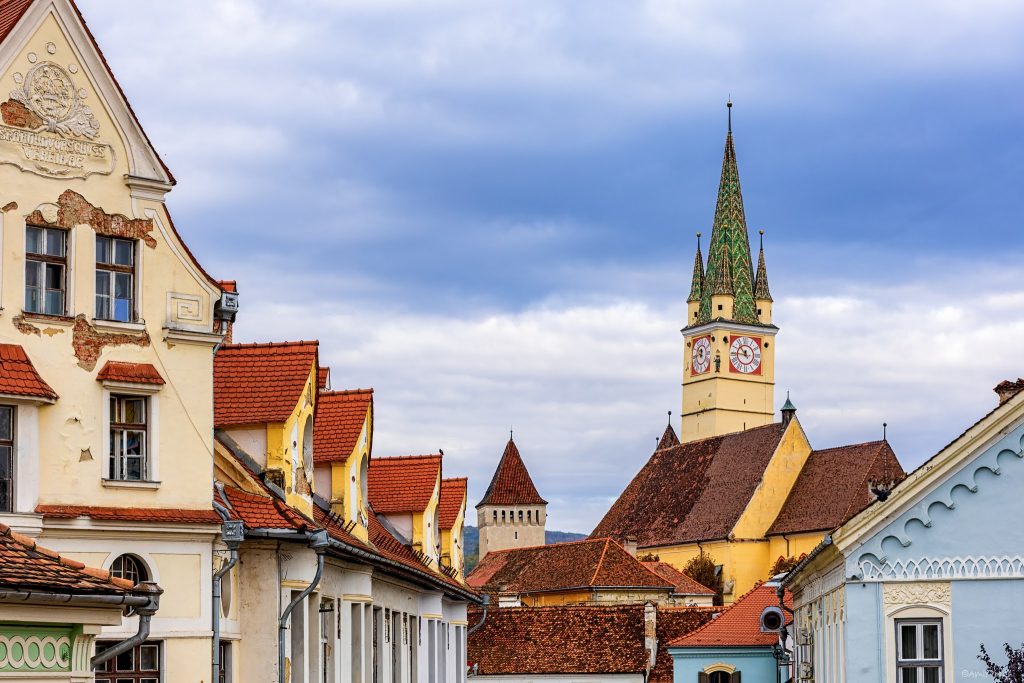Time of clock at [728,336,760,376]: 10:45
